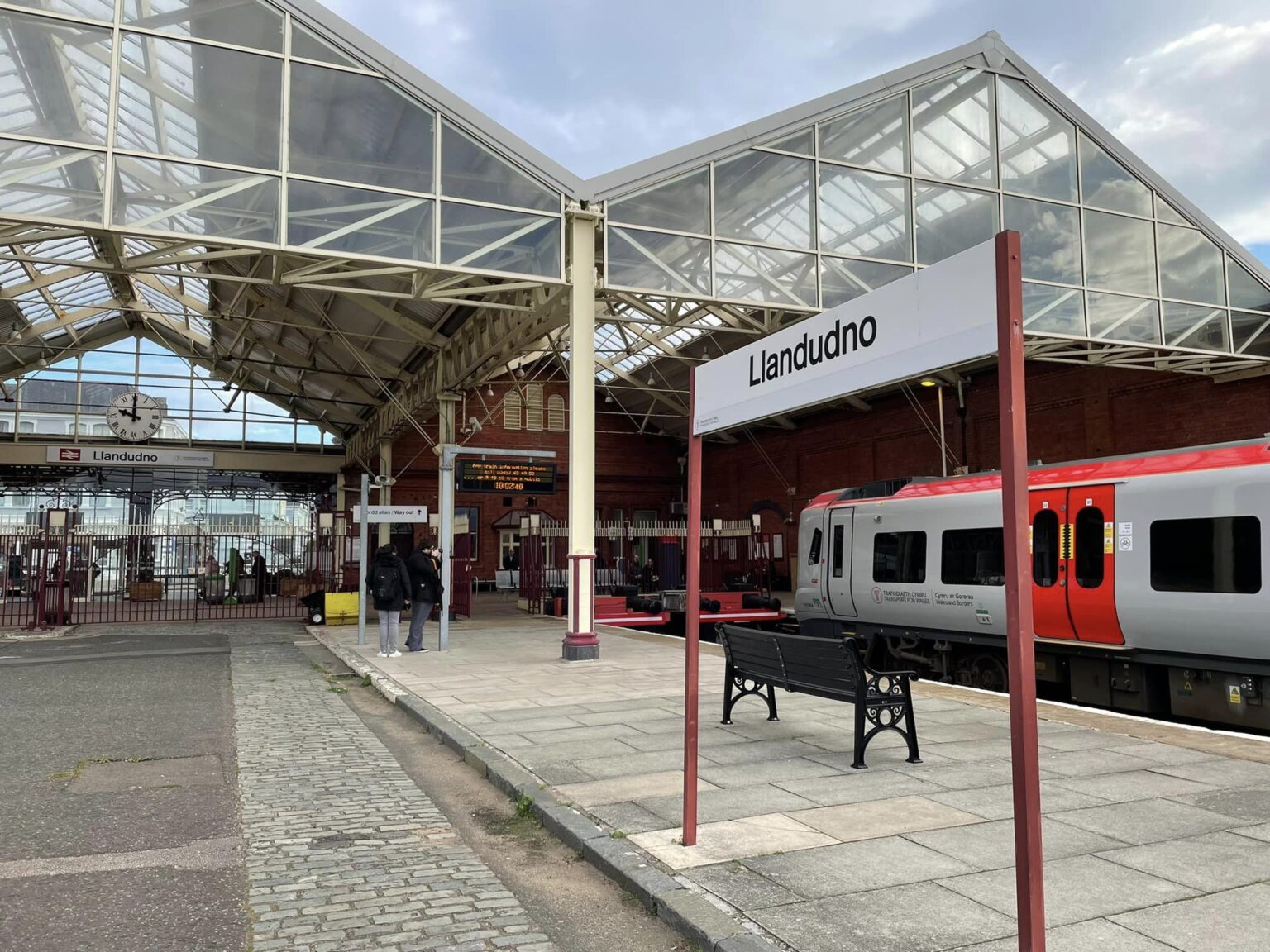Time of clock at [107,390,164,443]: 9:59
